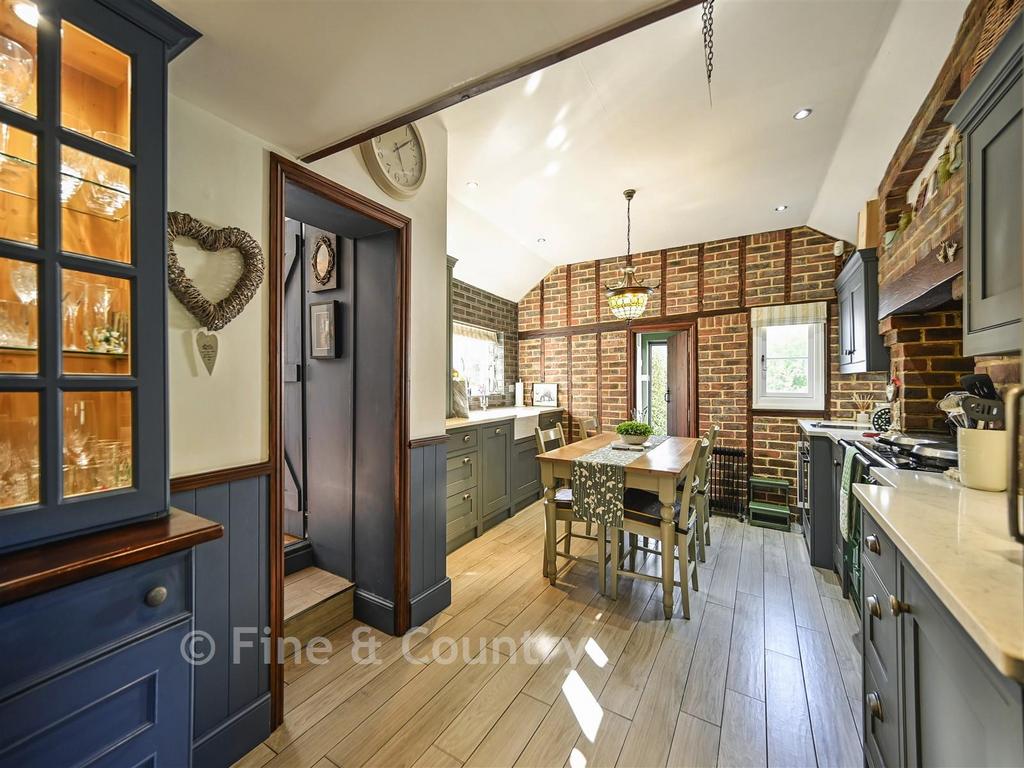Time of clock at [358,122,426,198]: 5:08
